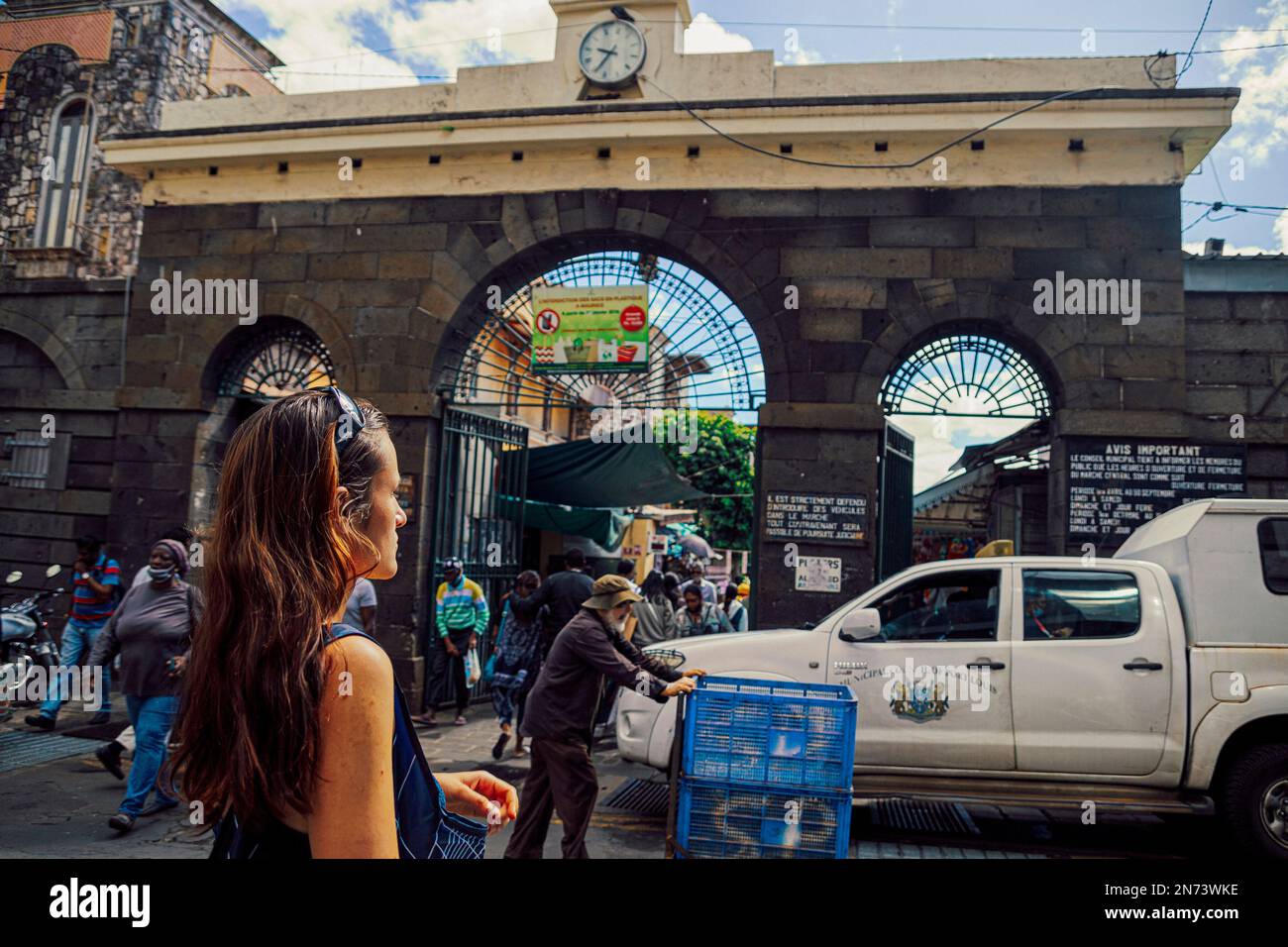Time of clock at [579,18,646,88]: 9:34
